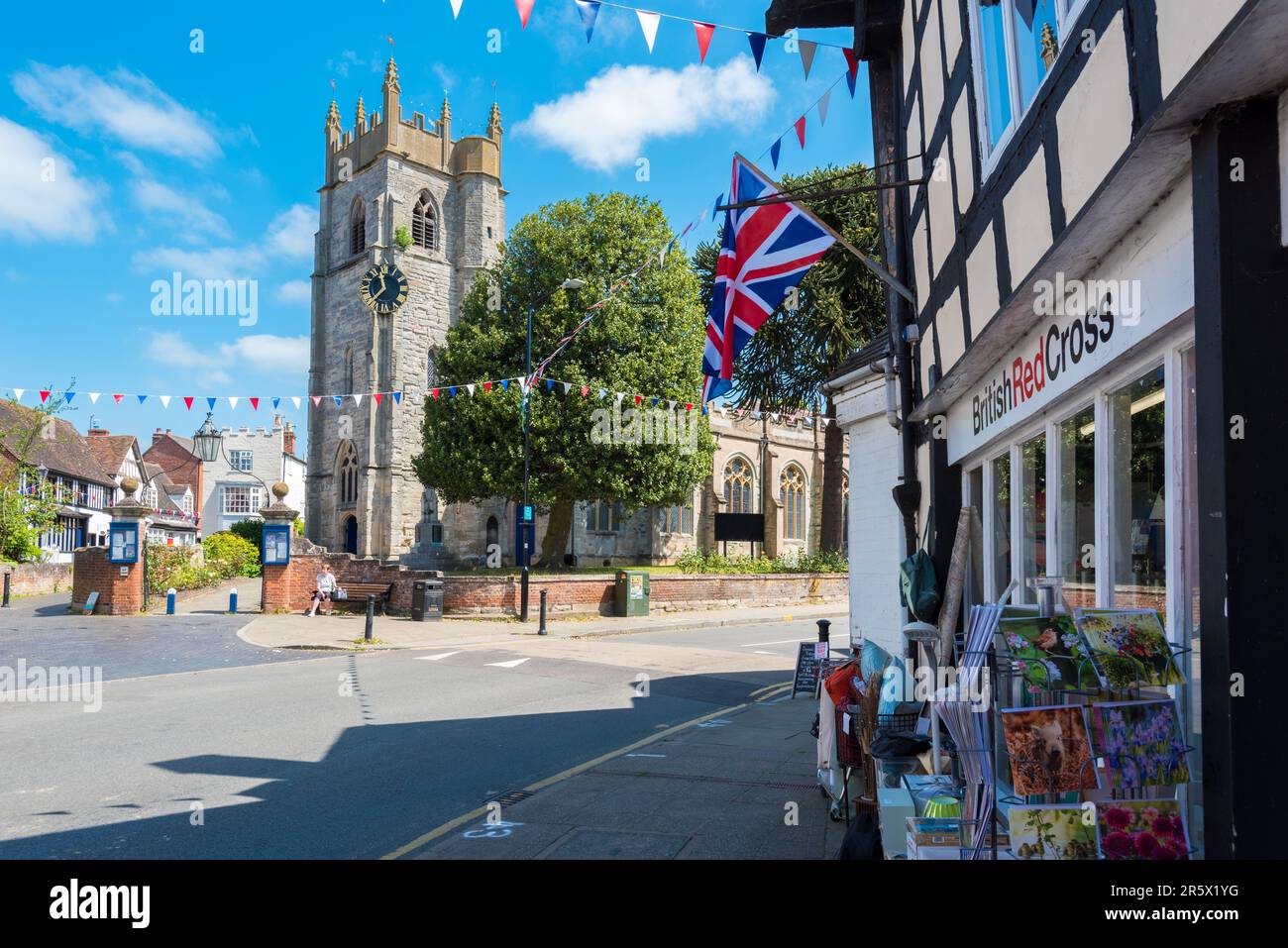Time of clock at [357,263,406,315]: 11:37
